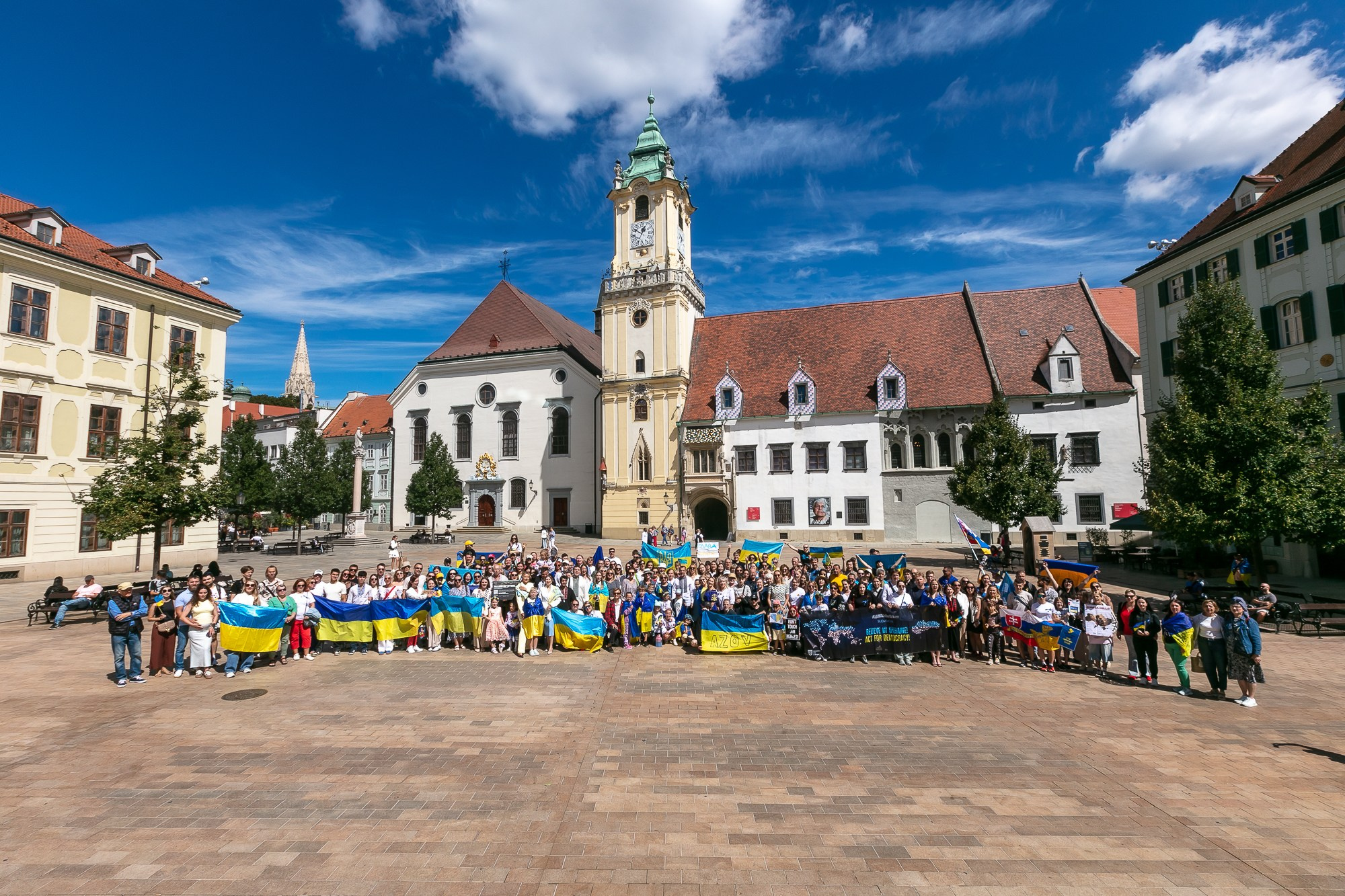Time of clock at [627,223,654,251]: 12:51
